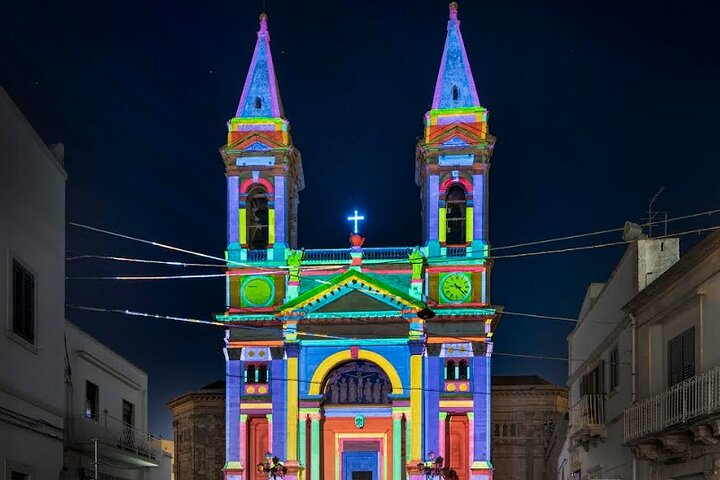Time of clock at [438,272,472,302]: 9:22
